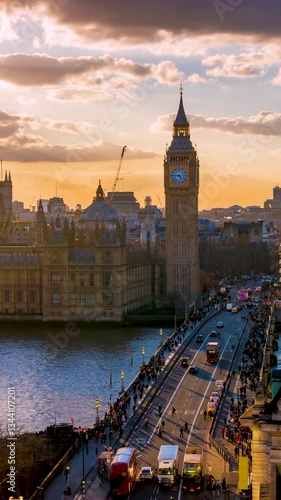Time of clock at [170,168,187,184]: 4:45
